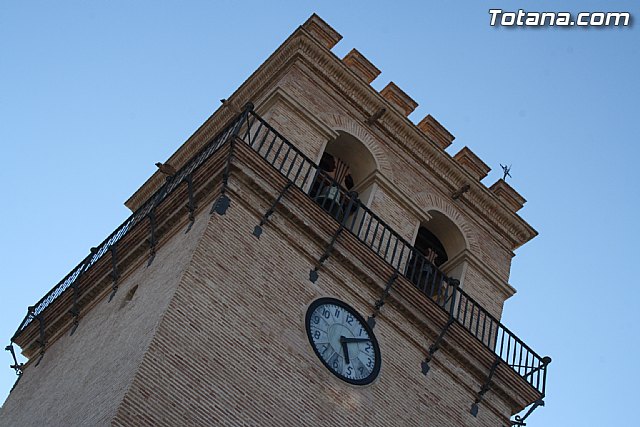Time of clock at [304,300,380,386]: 6:12
